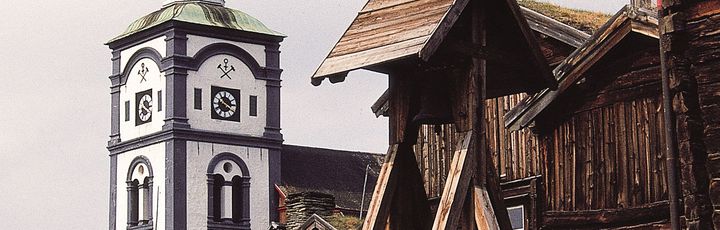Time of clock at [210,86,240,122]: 10:20
